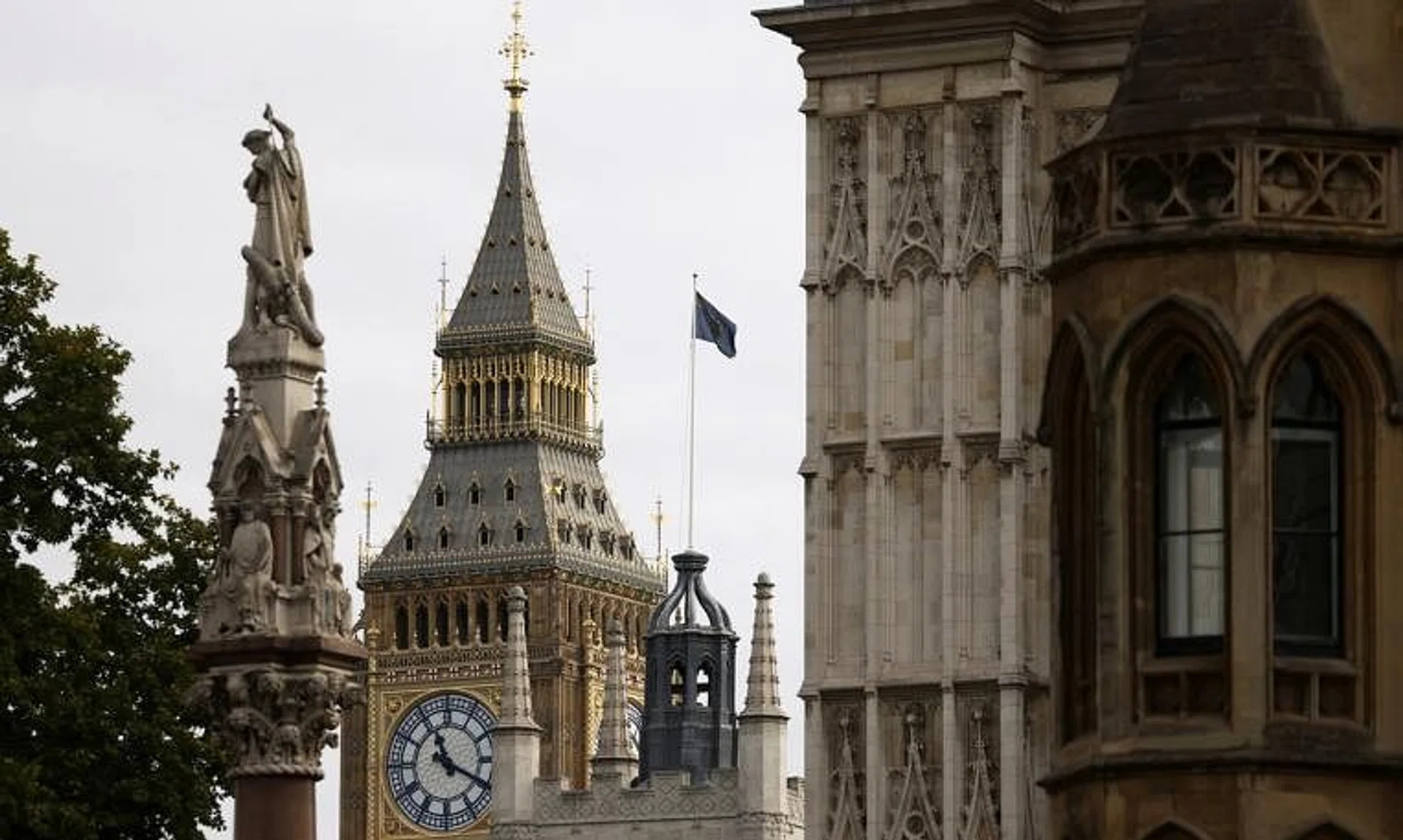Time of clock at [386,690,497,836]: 11:19
